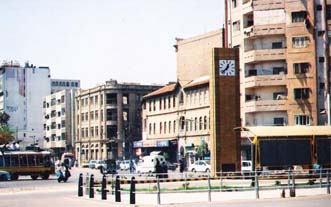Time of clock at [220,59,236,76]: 12:37
